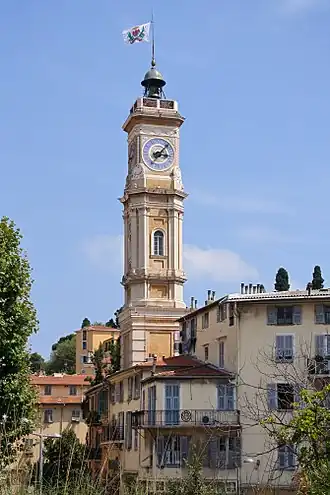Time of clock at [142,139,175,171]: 3:06
